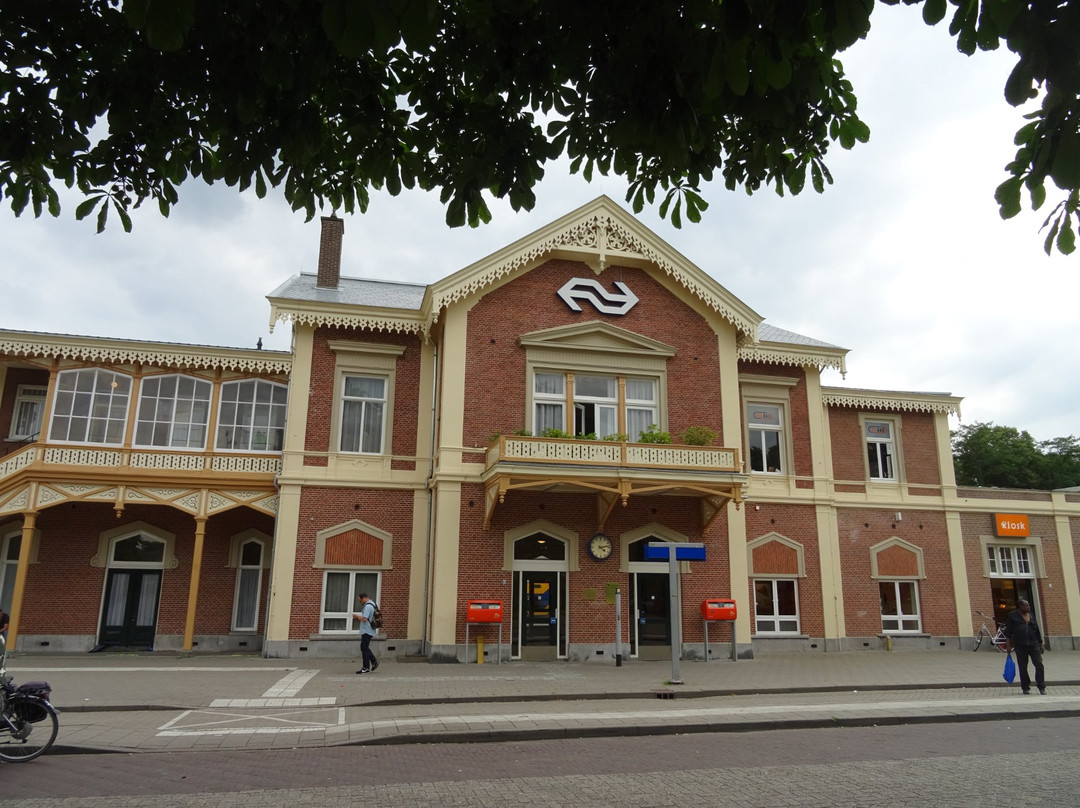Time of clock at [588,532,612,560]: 4:12
